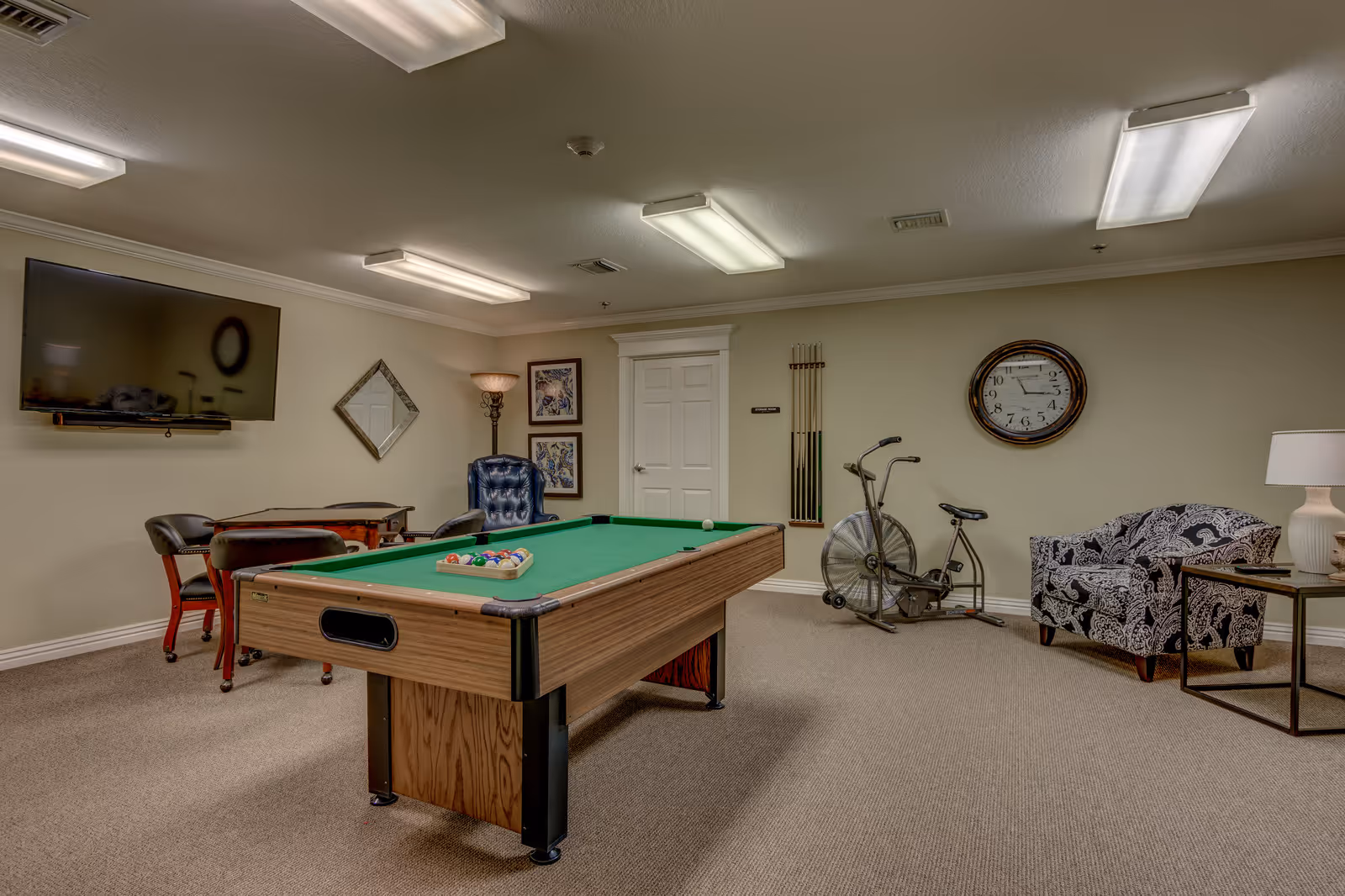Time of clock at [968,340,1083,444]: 11:16
